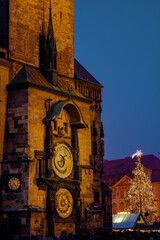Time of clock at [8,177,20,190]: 4:36
